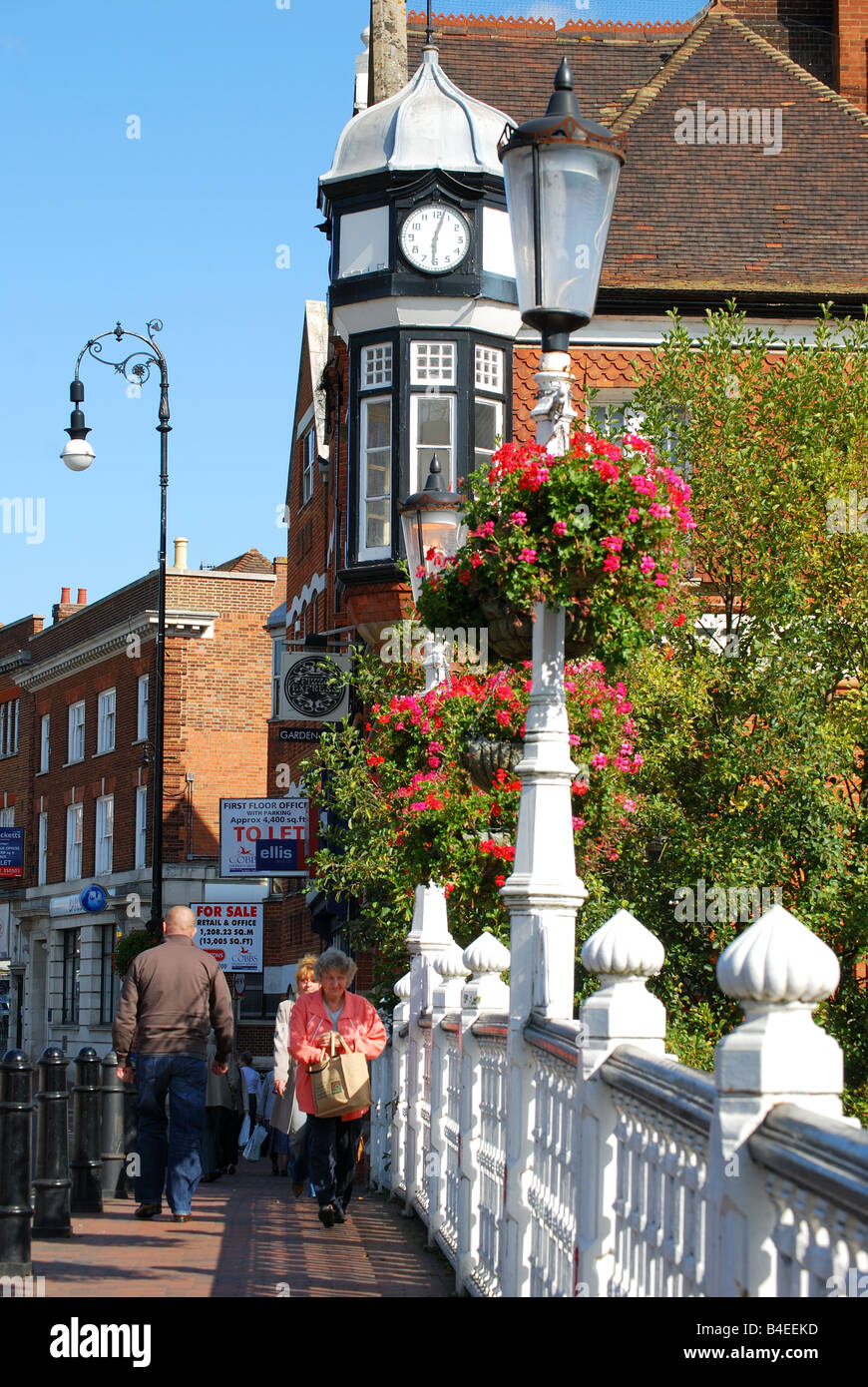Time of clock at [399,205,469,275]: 6:03
